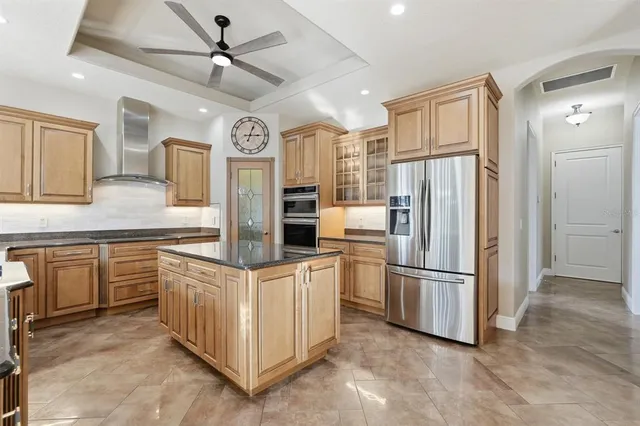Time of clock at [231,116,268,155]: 3:03
